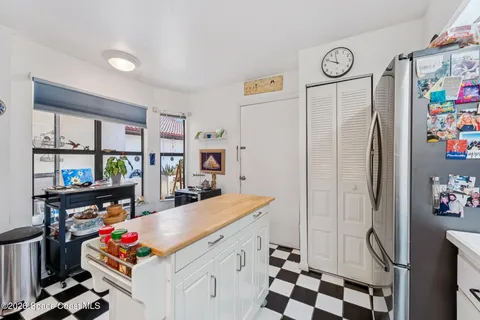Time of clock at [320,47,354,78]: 11:49
